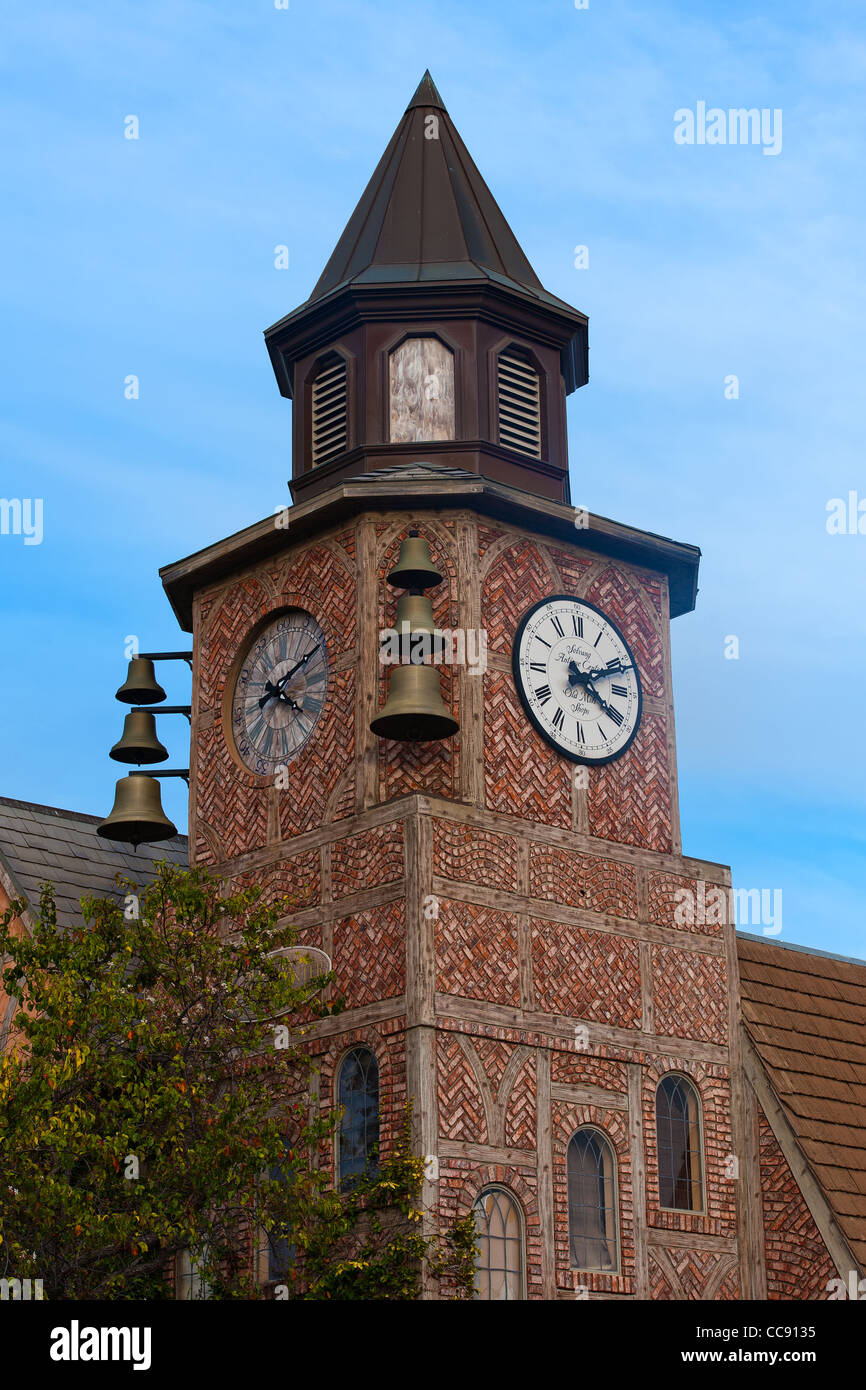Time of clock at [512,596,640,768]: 4:11
